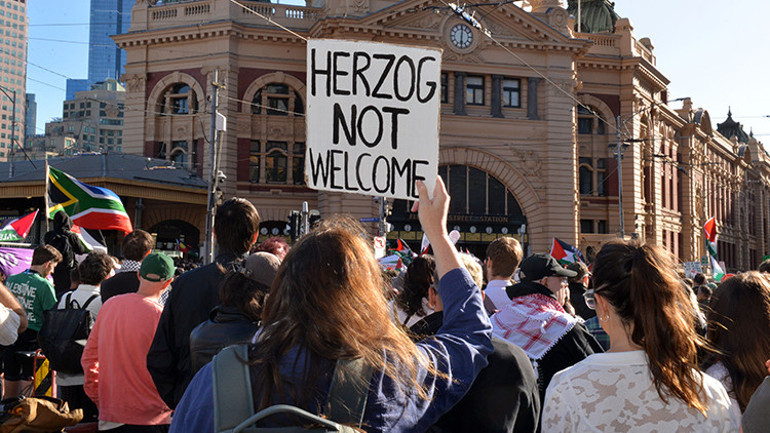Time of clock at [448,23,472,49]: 6:01
